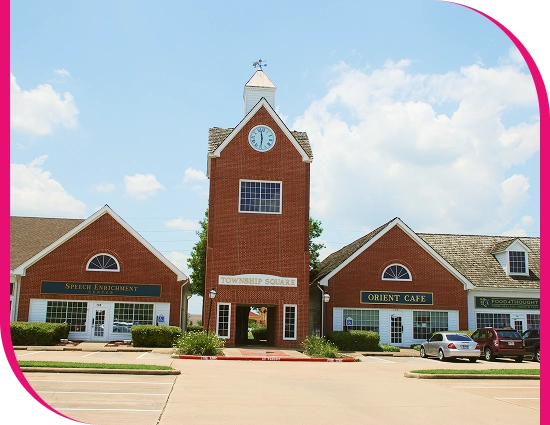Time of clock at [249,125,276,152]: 5:58
